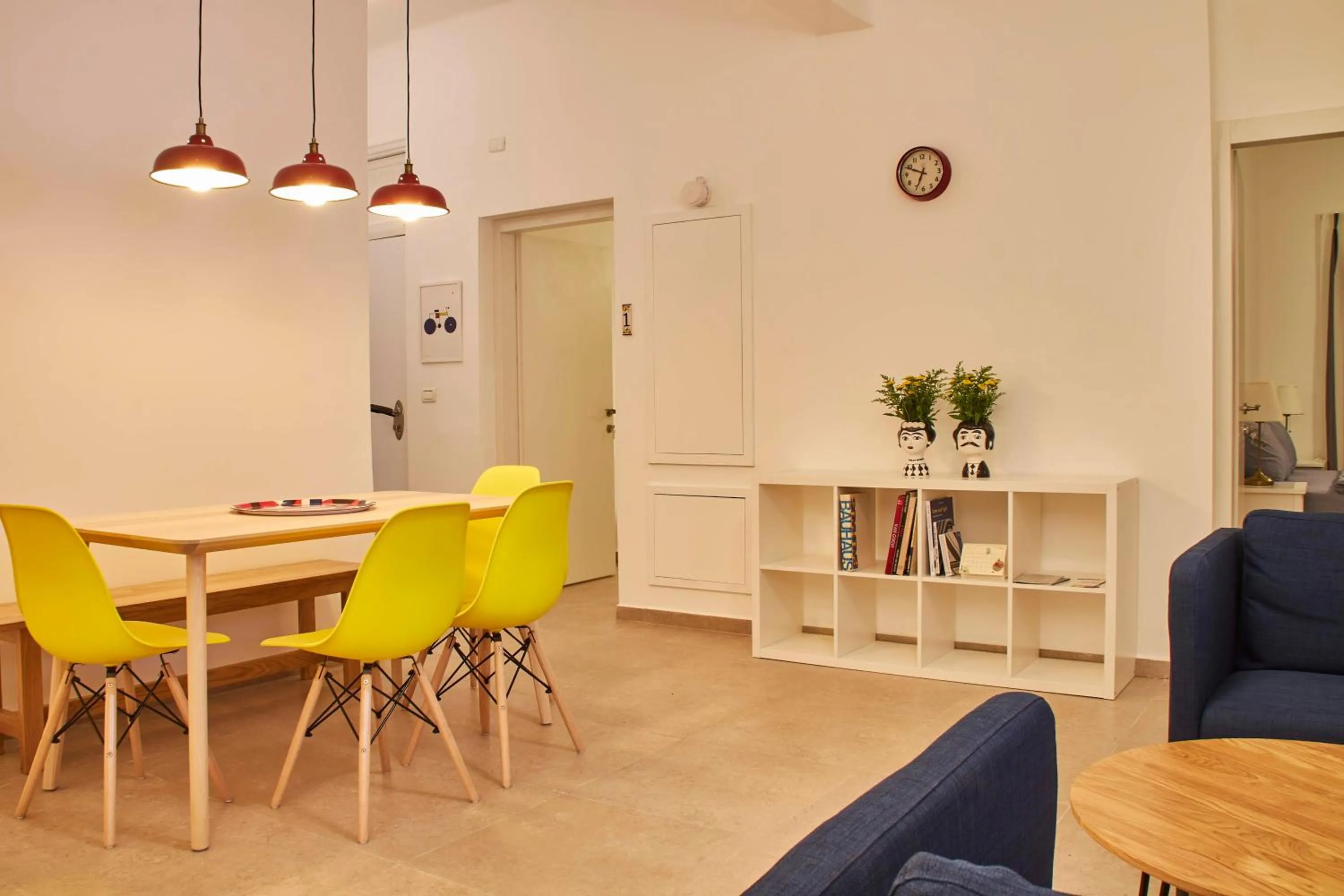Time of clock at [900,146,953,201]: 6:48
